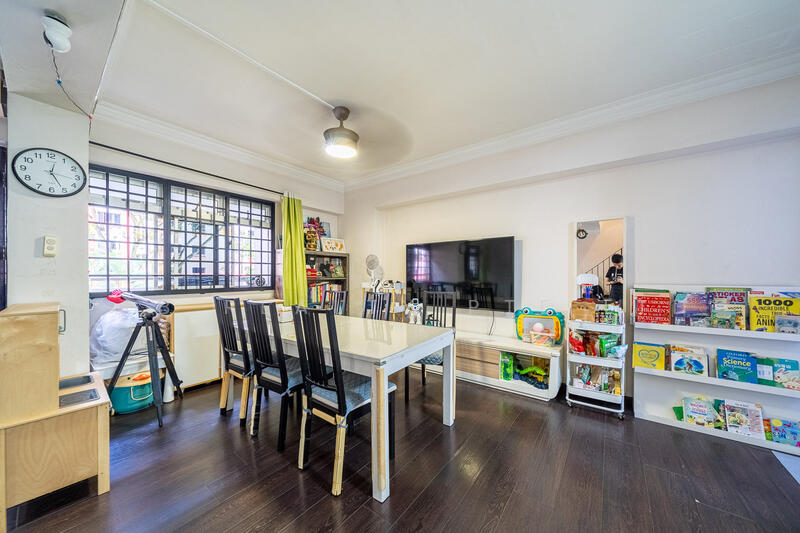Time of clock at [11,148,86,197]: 12:25
